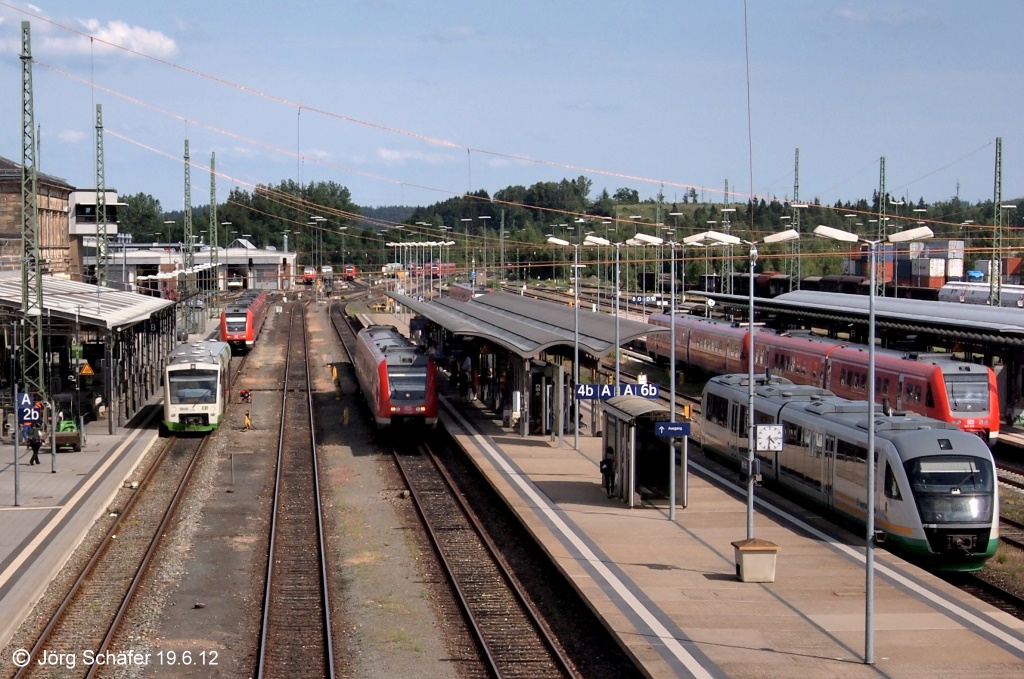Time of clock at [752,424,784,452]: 4:31
